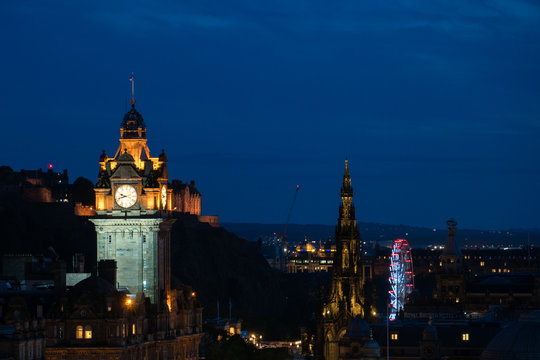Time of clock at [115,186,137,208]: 9:42
